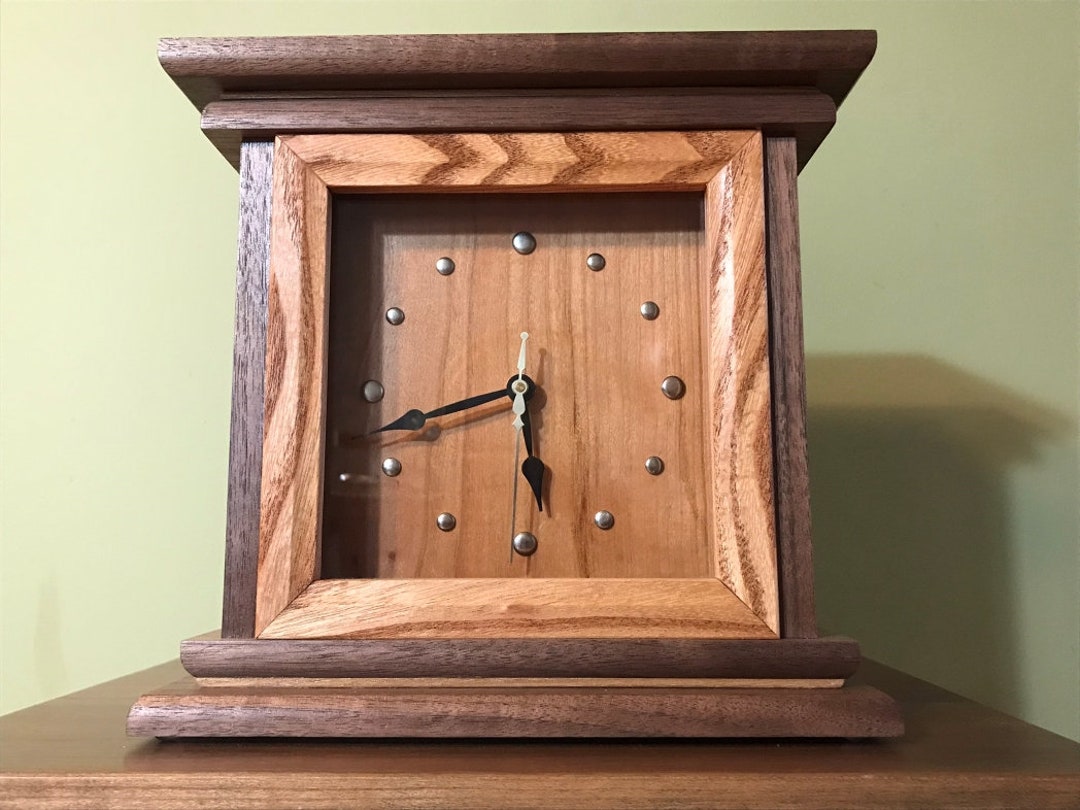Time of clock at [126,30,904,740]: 5:42
